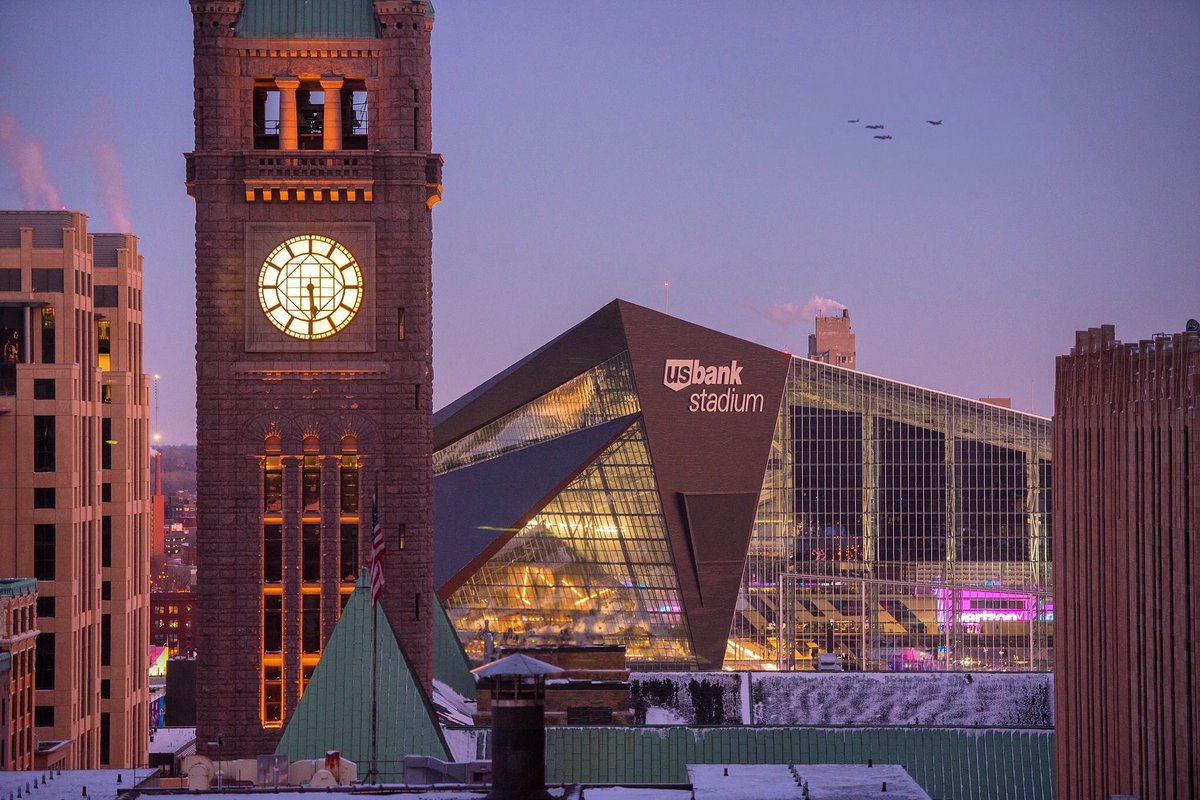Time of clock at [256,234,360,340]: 5:29
